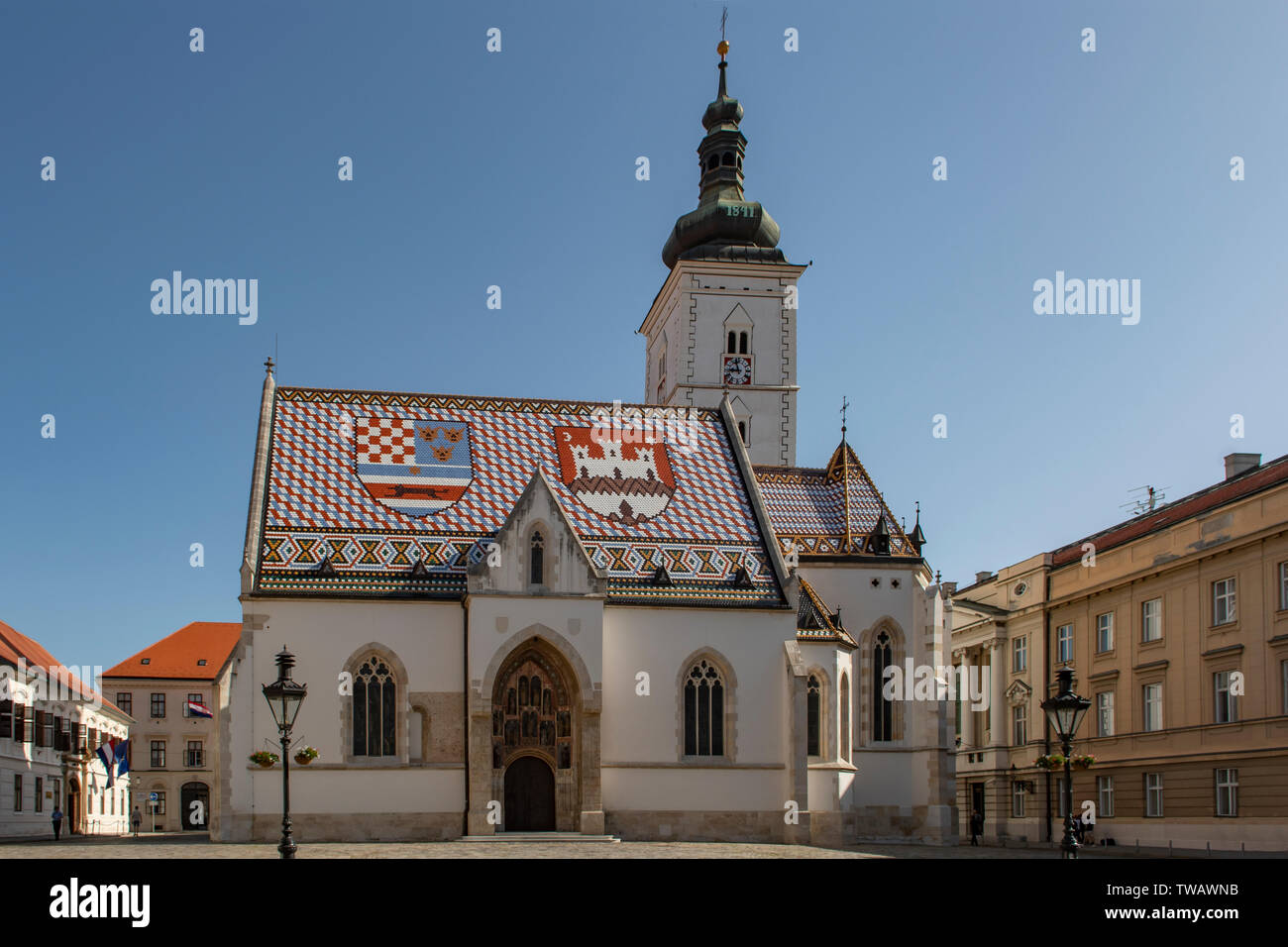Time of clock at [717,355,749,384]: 8:57
